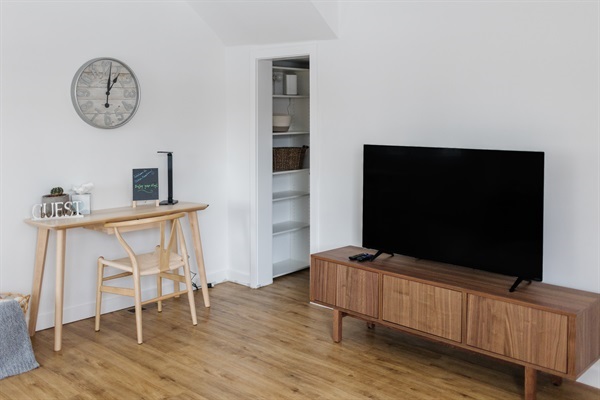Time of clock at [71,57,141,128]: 1:01
